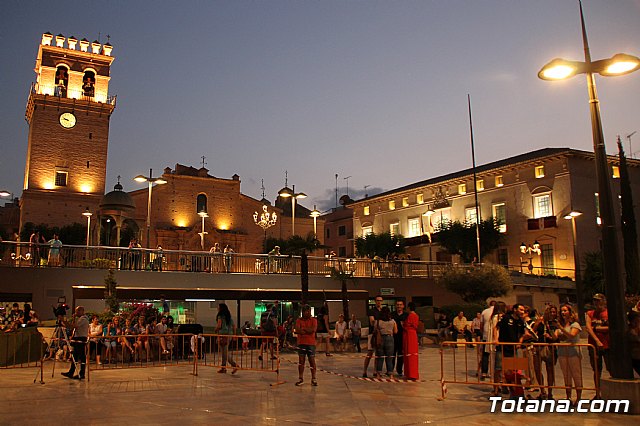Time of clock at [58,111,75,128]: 9:45
